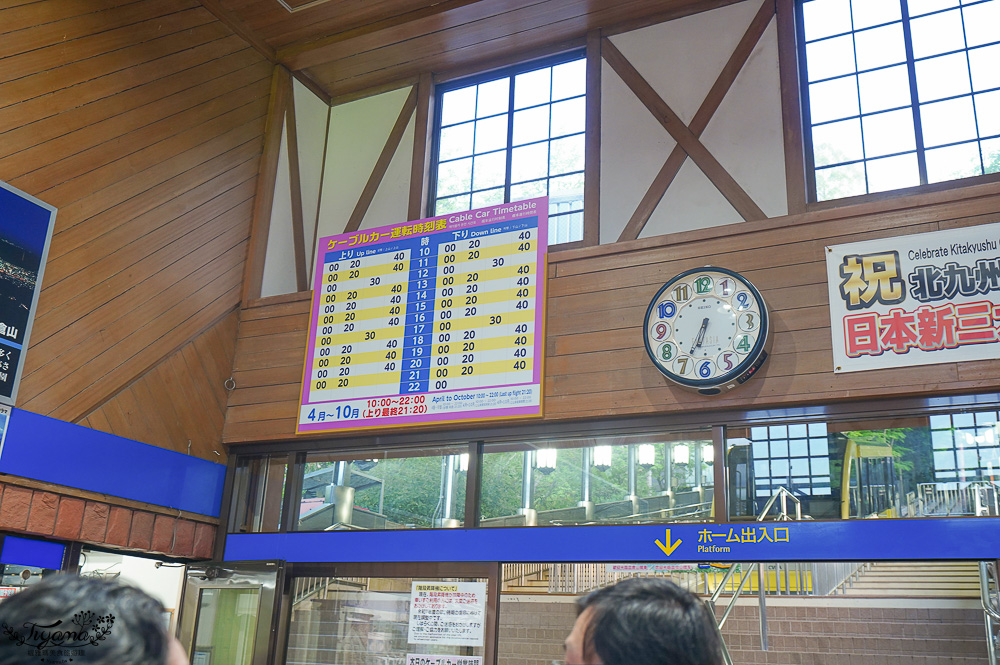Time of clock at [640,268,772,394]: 6:34
